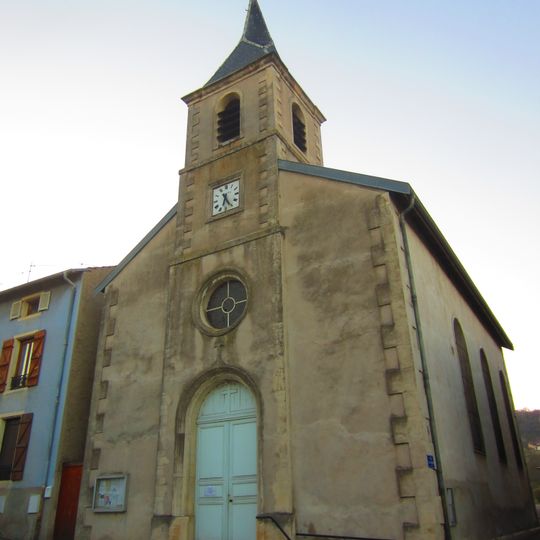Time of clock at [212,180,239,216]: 6:25
